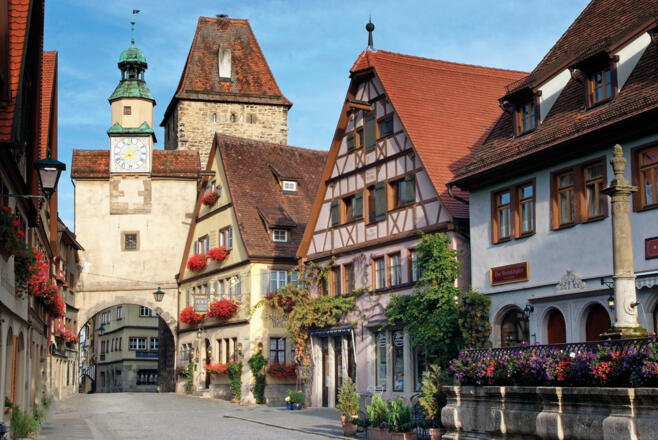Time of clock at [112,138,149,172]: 8:09
